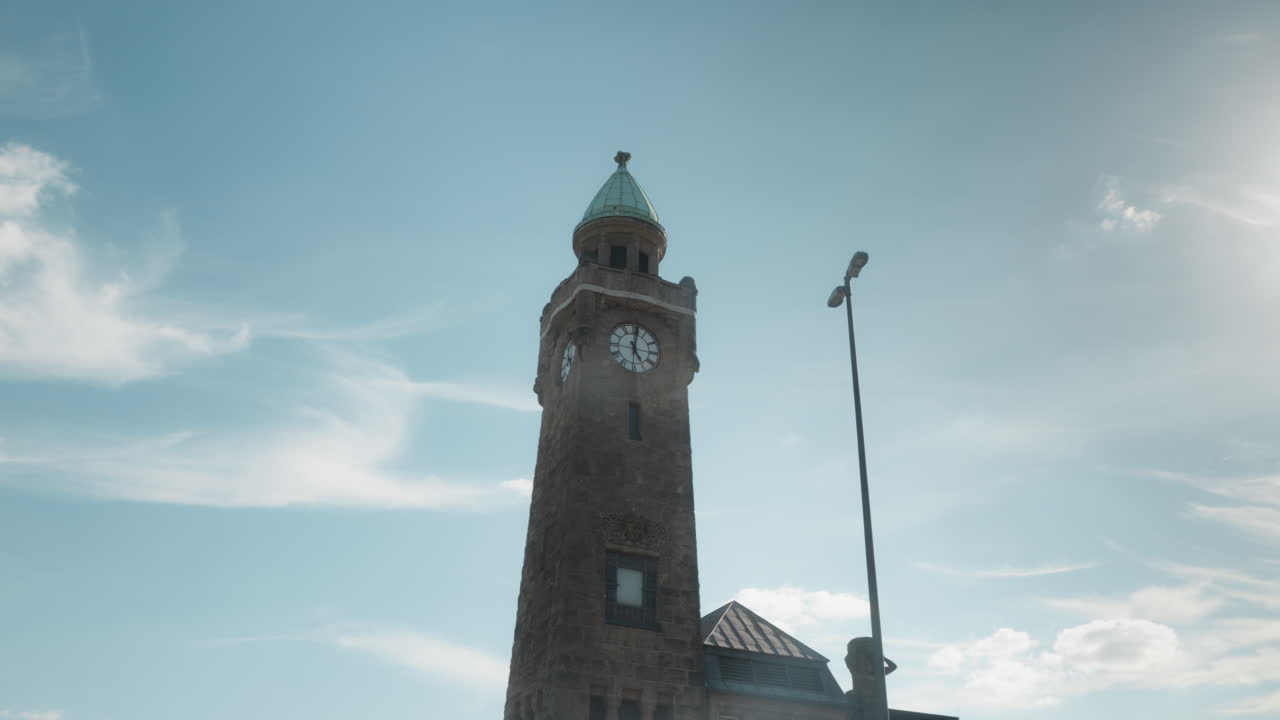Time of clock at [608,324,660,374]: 5:00
